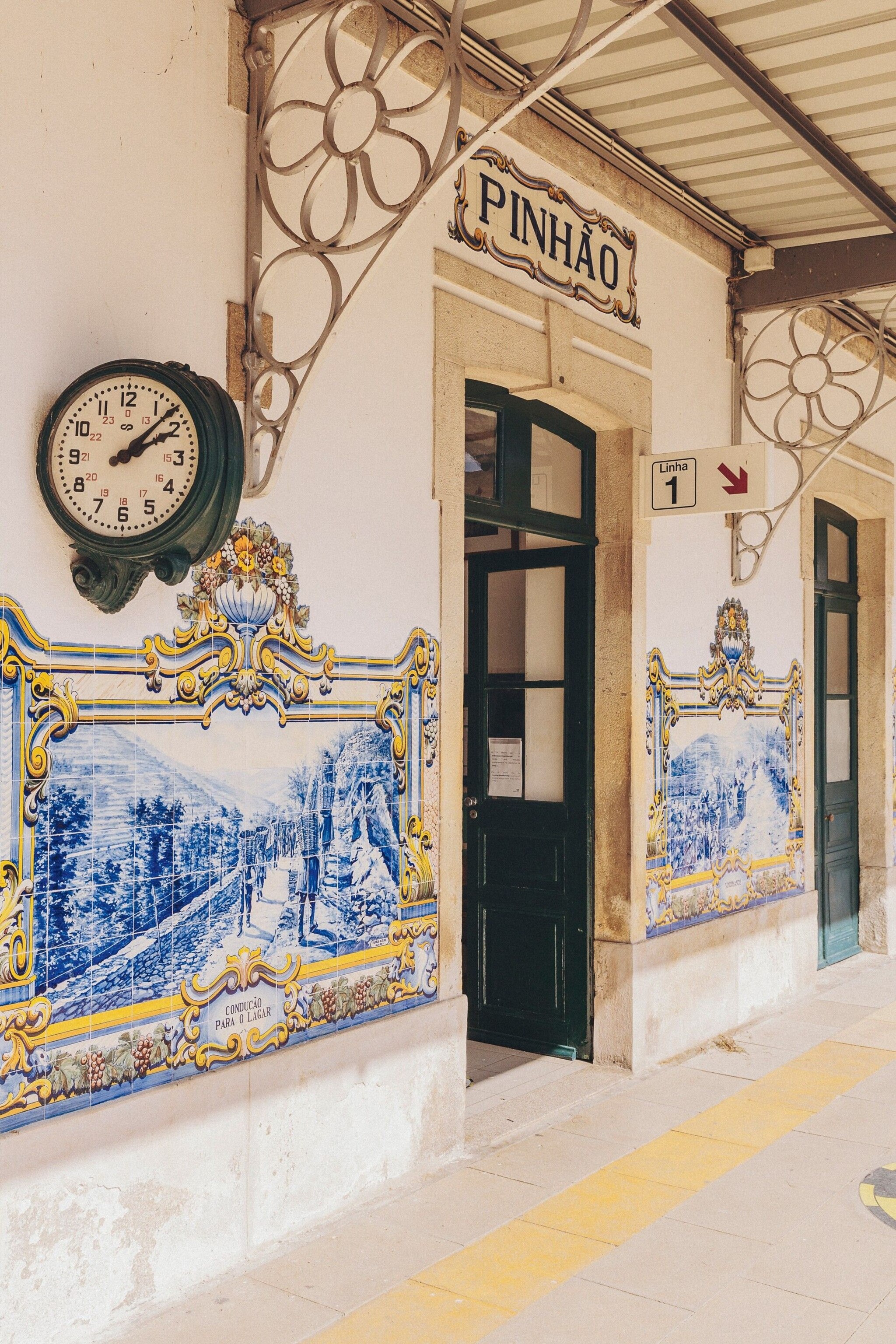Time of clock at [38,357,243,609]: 2:07
